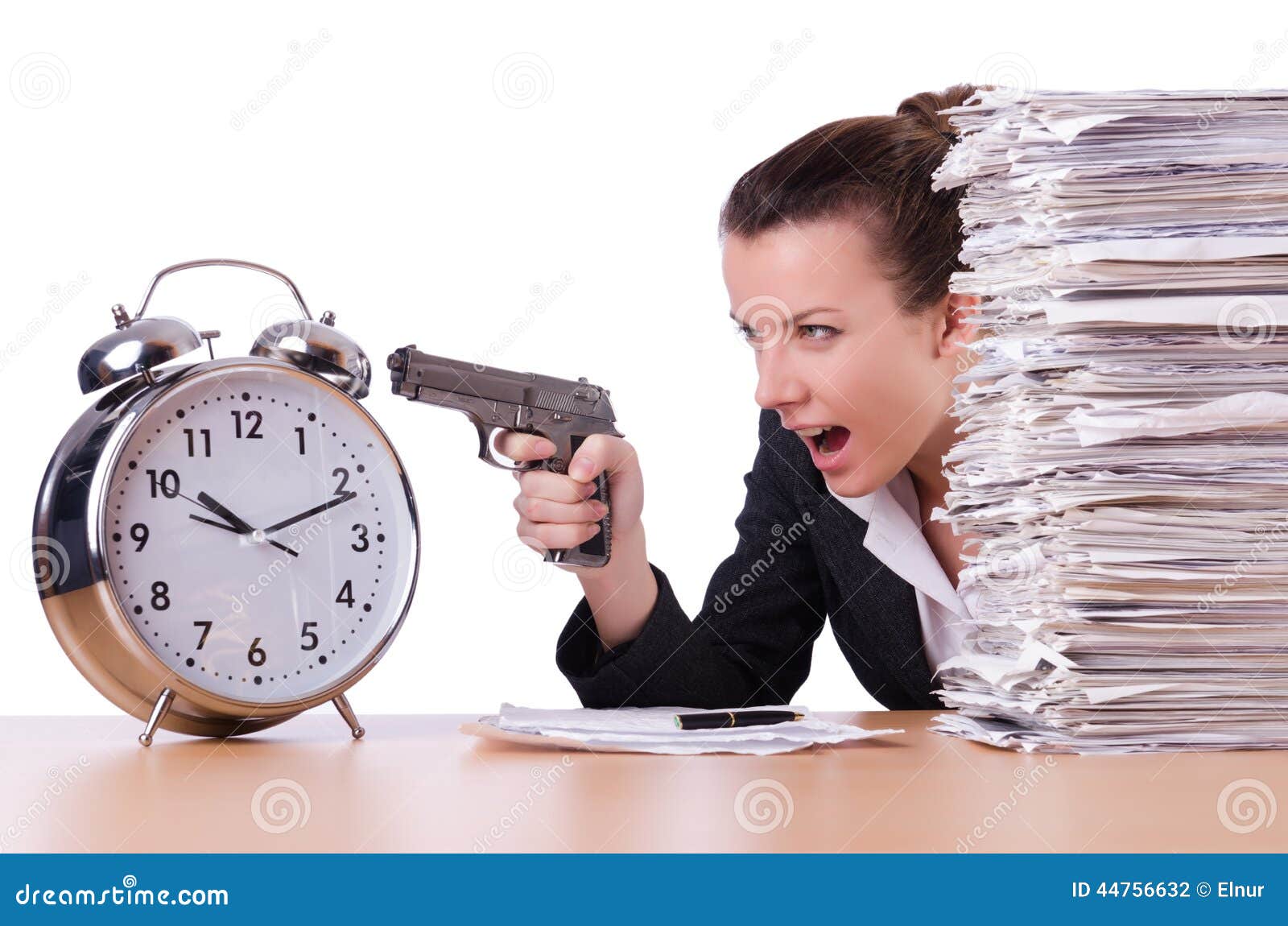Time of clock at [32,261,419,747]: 10:11
